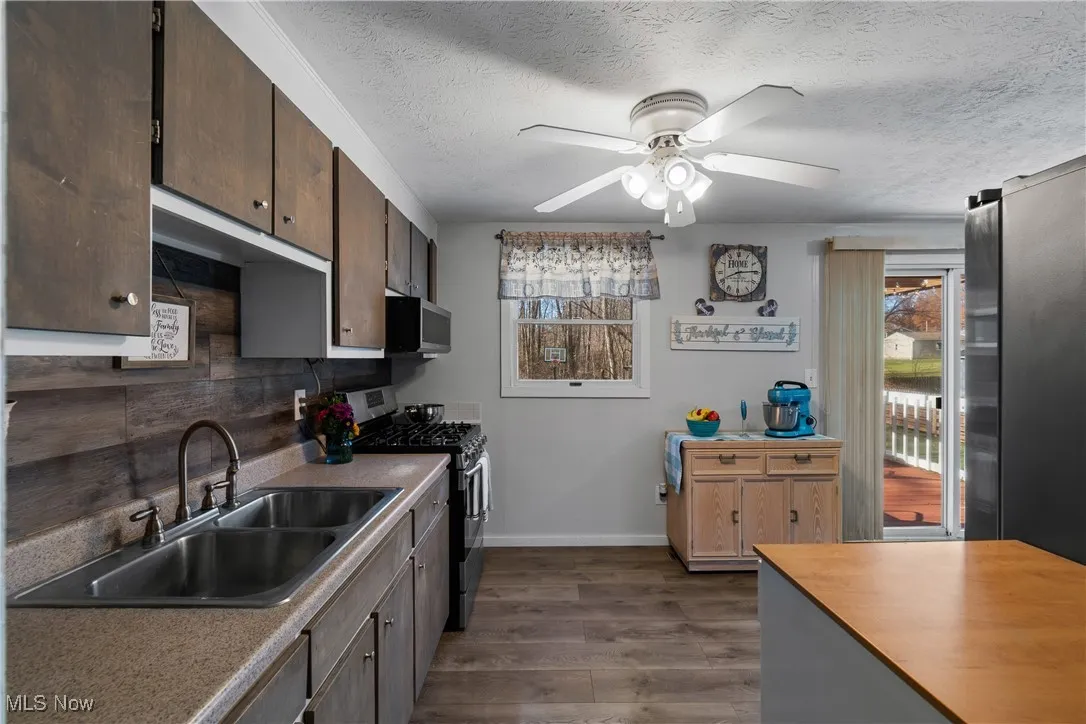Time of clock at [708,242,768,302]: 8:14
